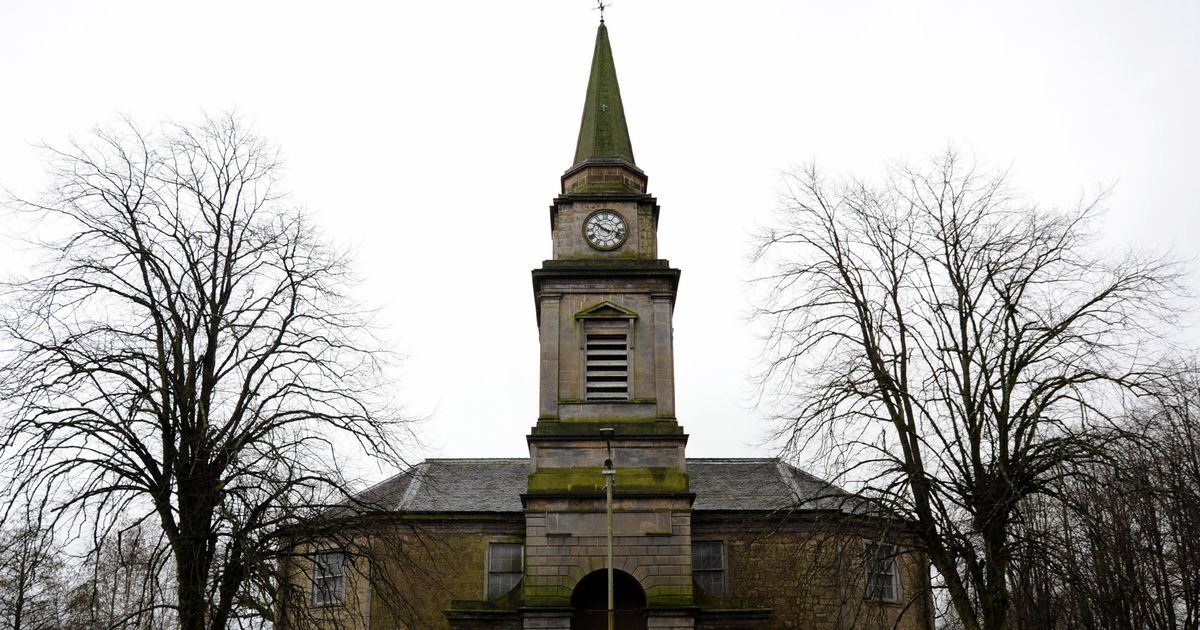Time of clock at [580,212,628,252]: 10:17
